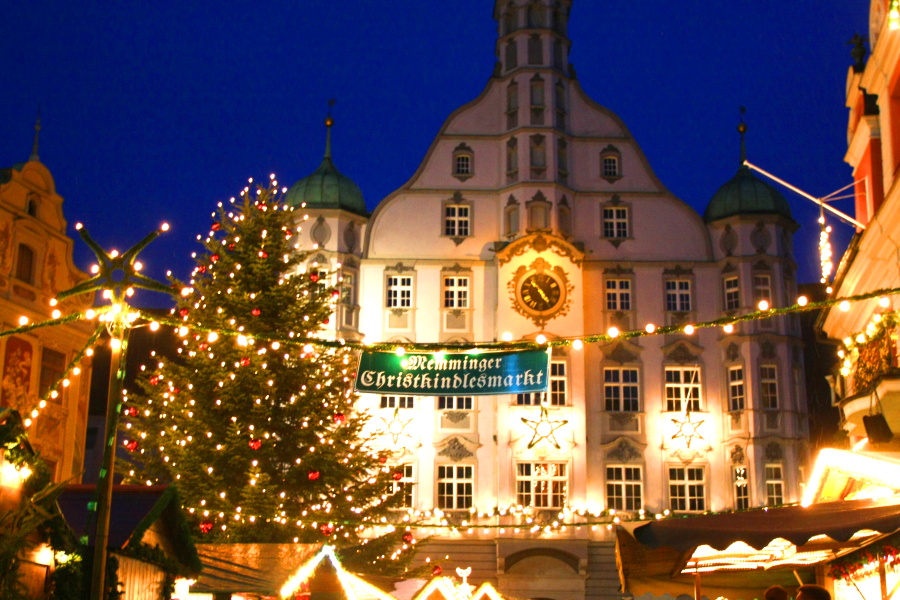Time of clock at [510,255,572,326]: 4:52
